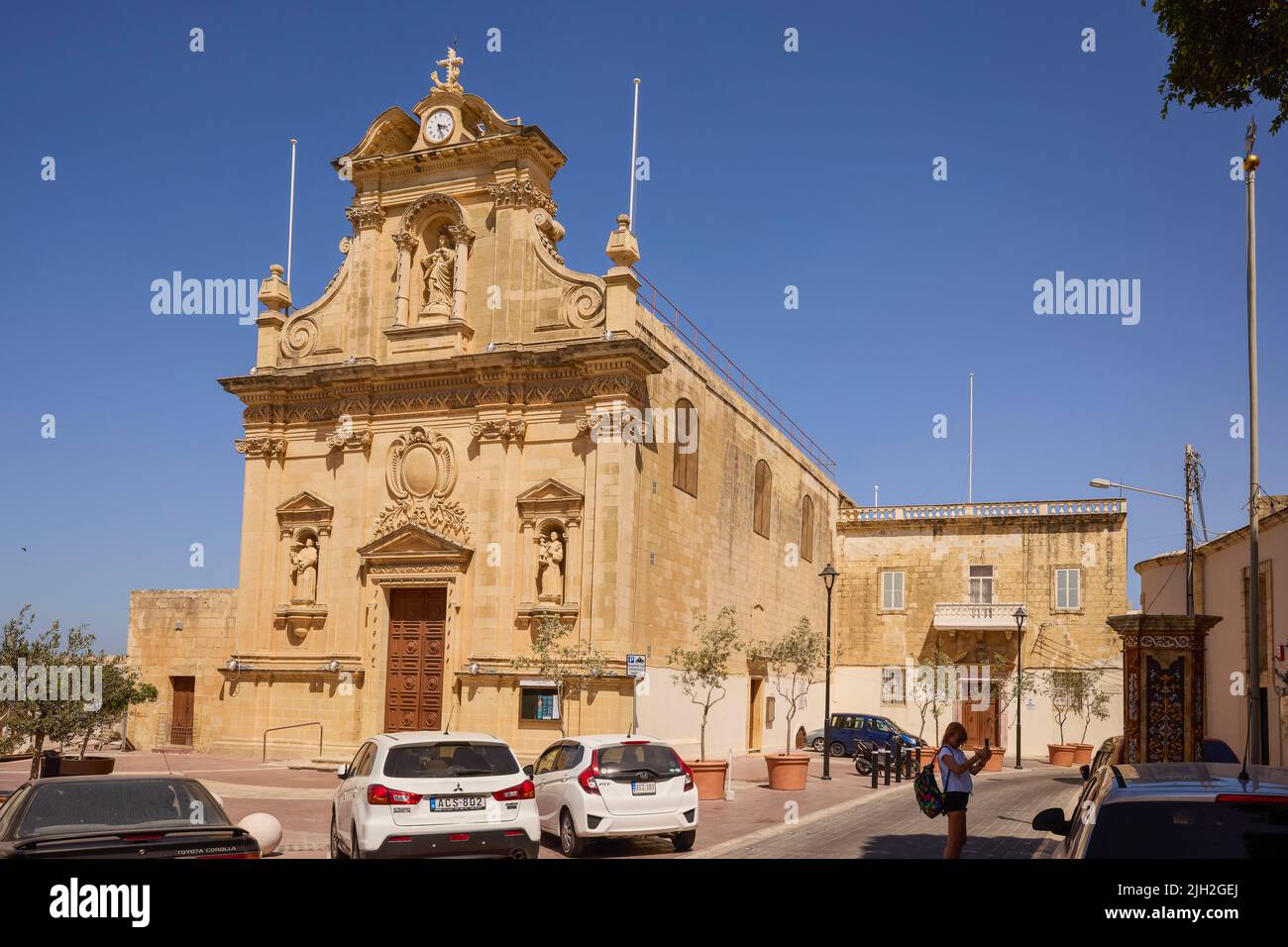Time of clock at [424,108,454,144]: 3:26
